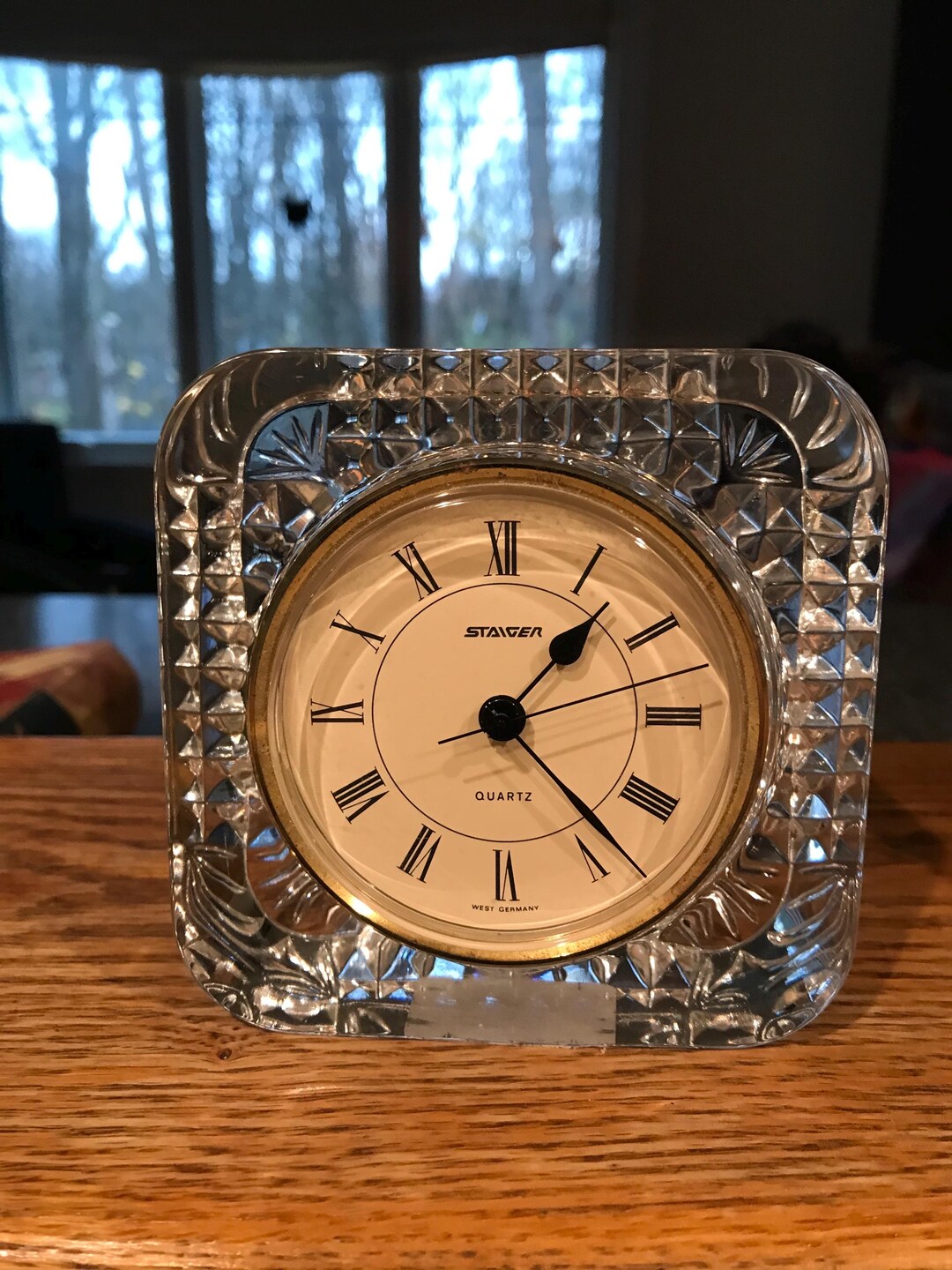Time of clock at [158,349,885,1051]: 1:23
